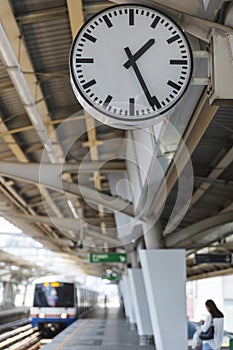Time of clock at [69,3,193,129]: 1:26
